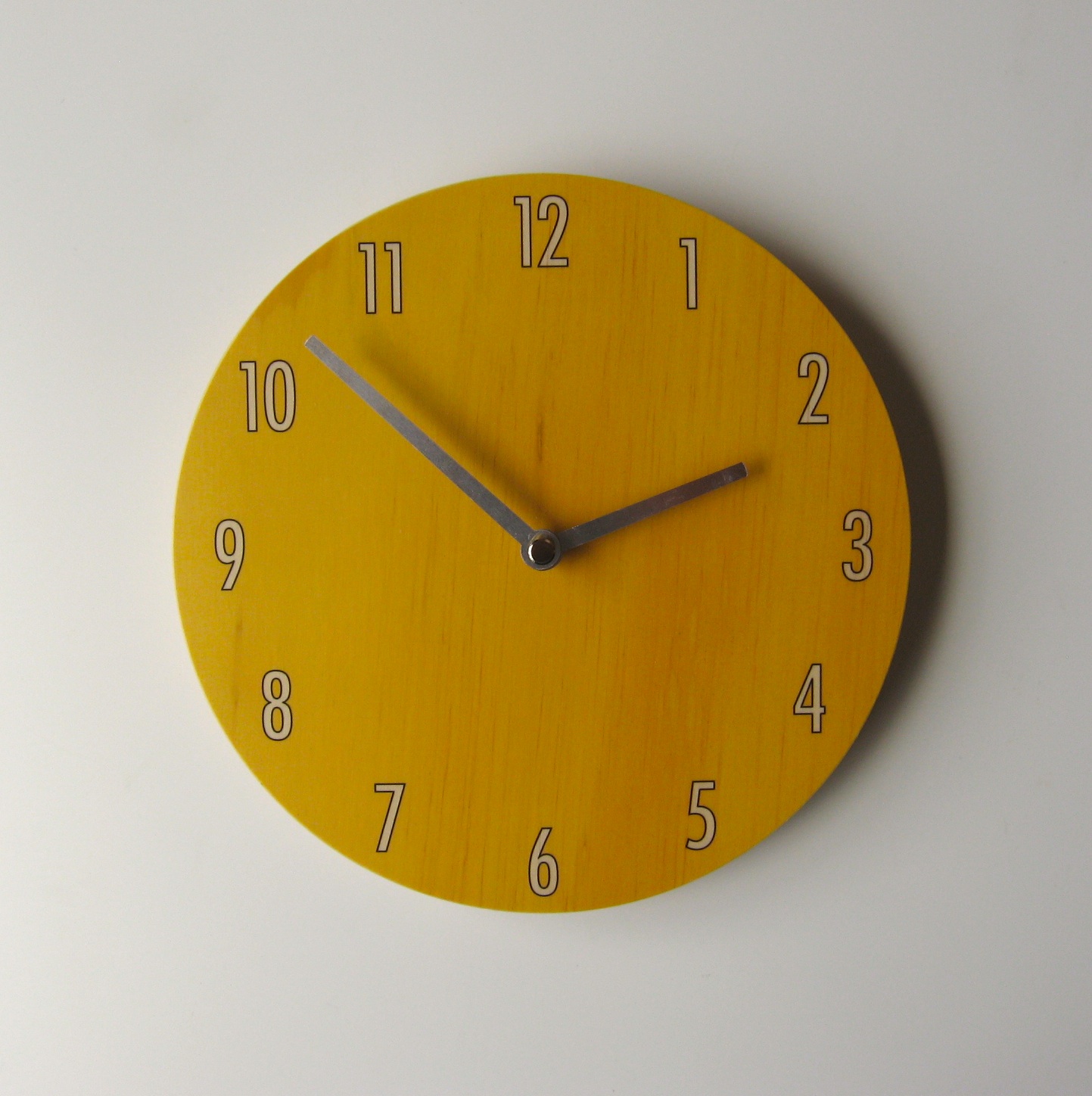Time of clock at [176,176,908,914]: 2:11
